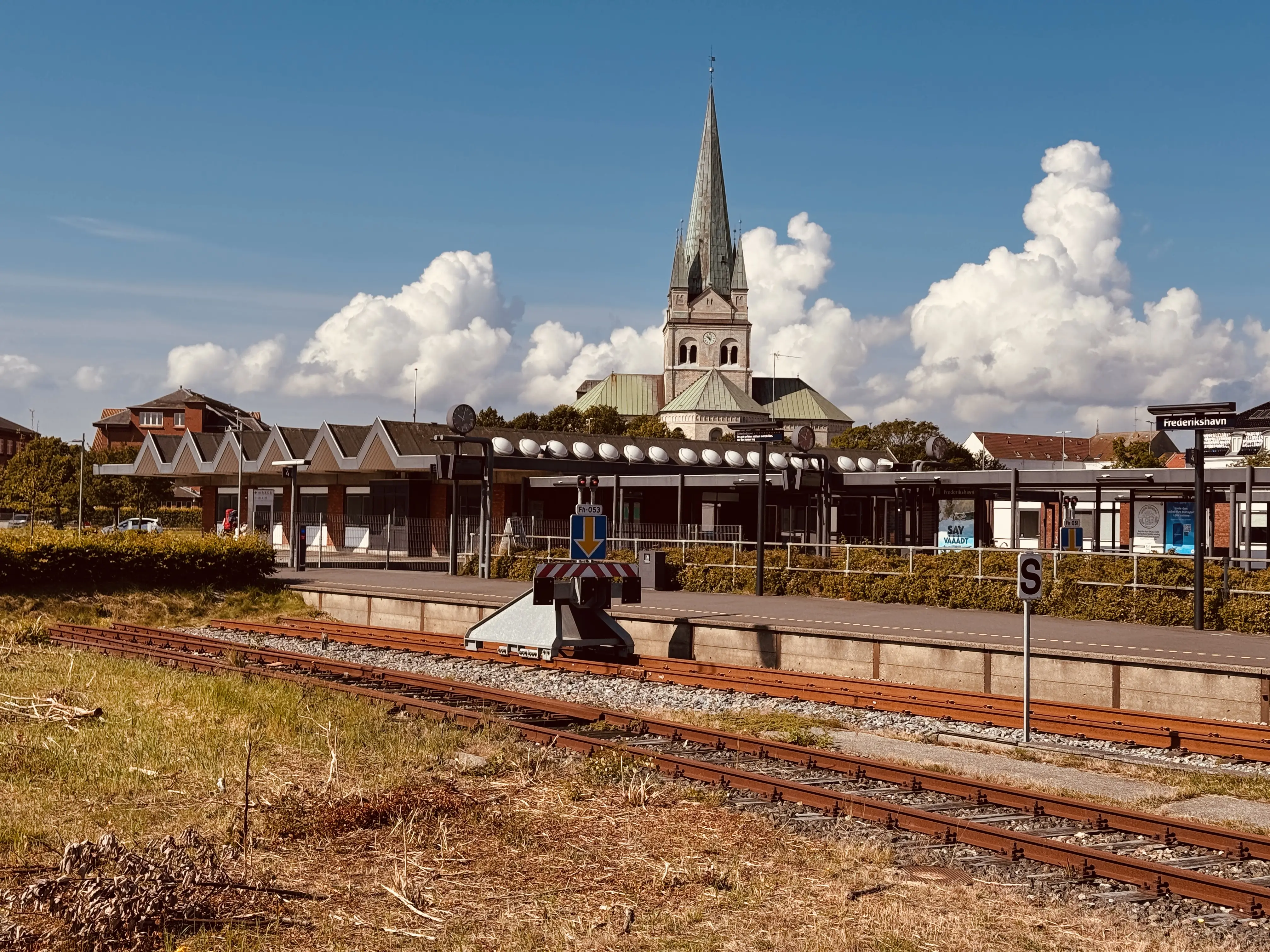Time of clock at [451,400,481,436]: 10:02
